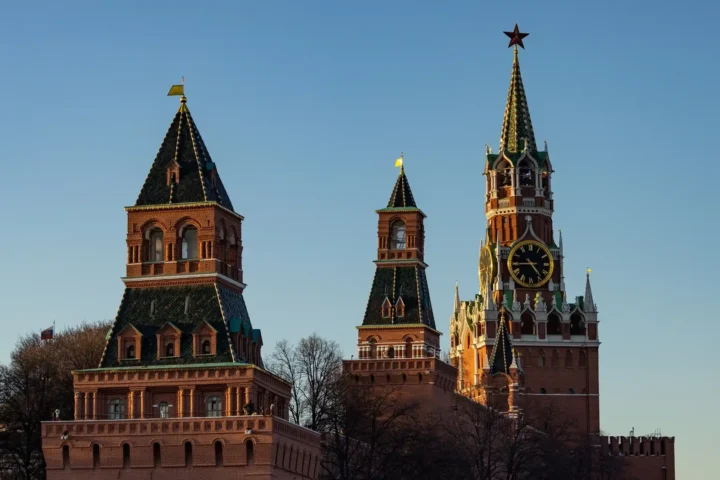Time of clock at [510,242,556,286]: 4:44
